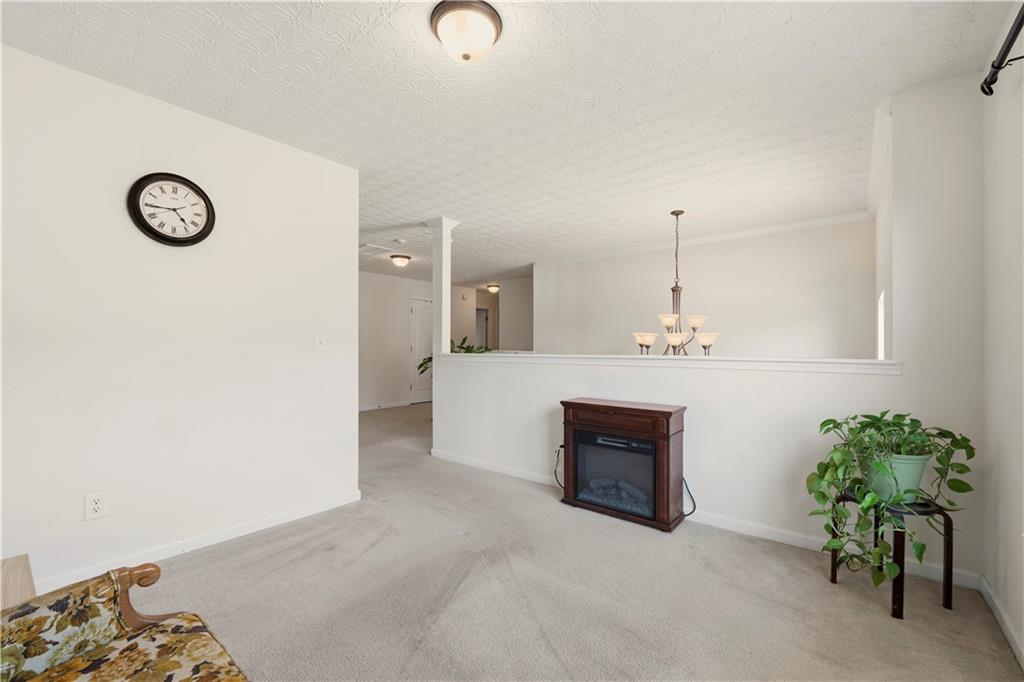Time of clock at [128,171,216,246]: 4:44
